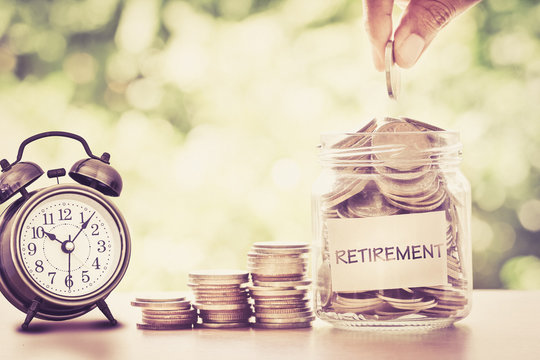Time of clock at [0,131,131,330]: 10:07
